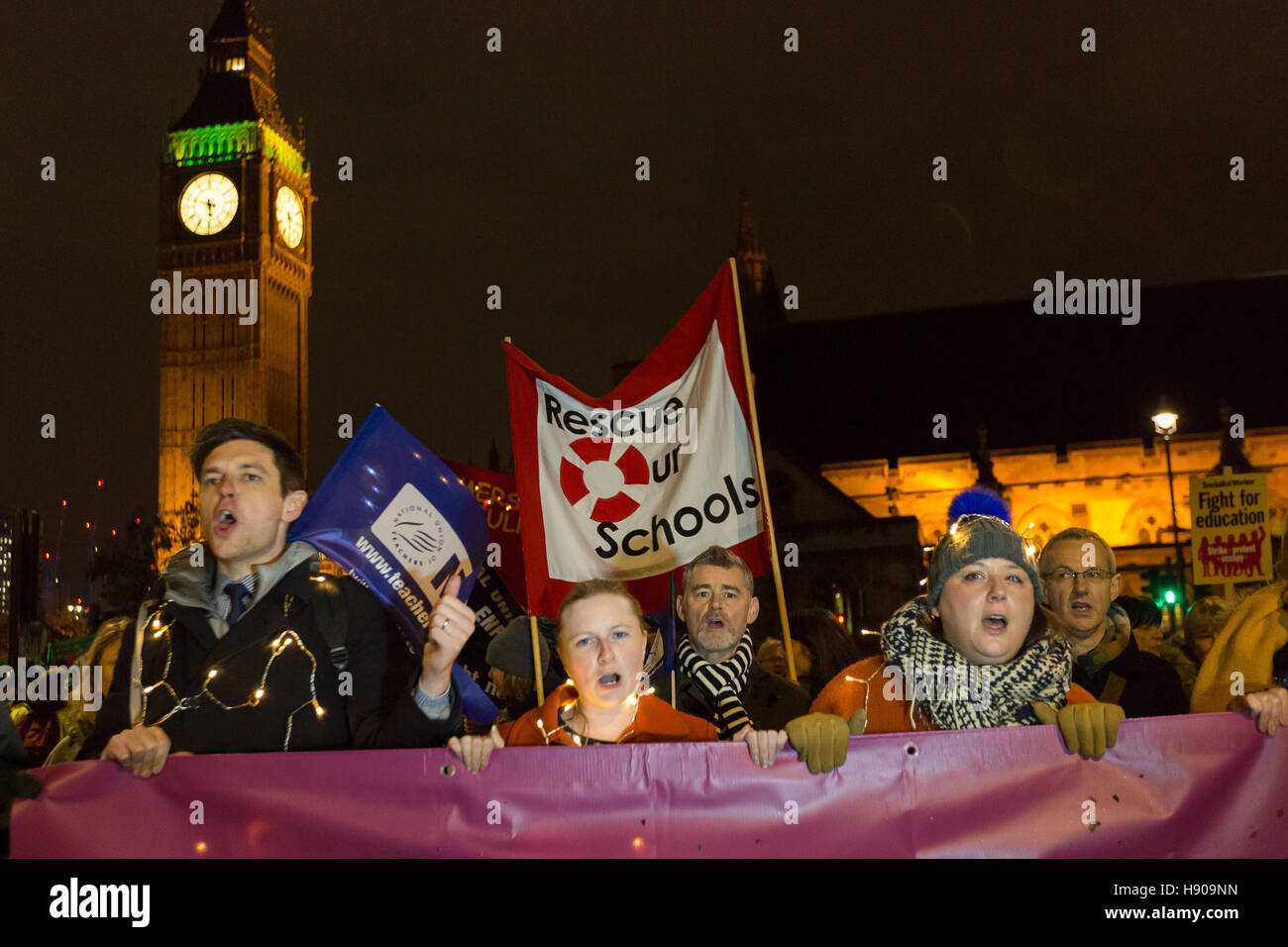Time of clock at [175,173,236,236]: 5:47
